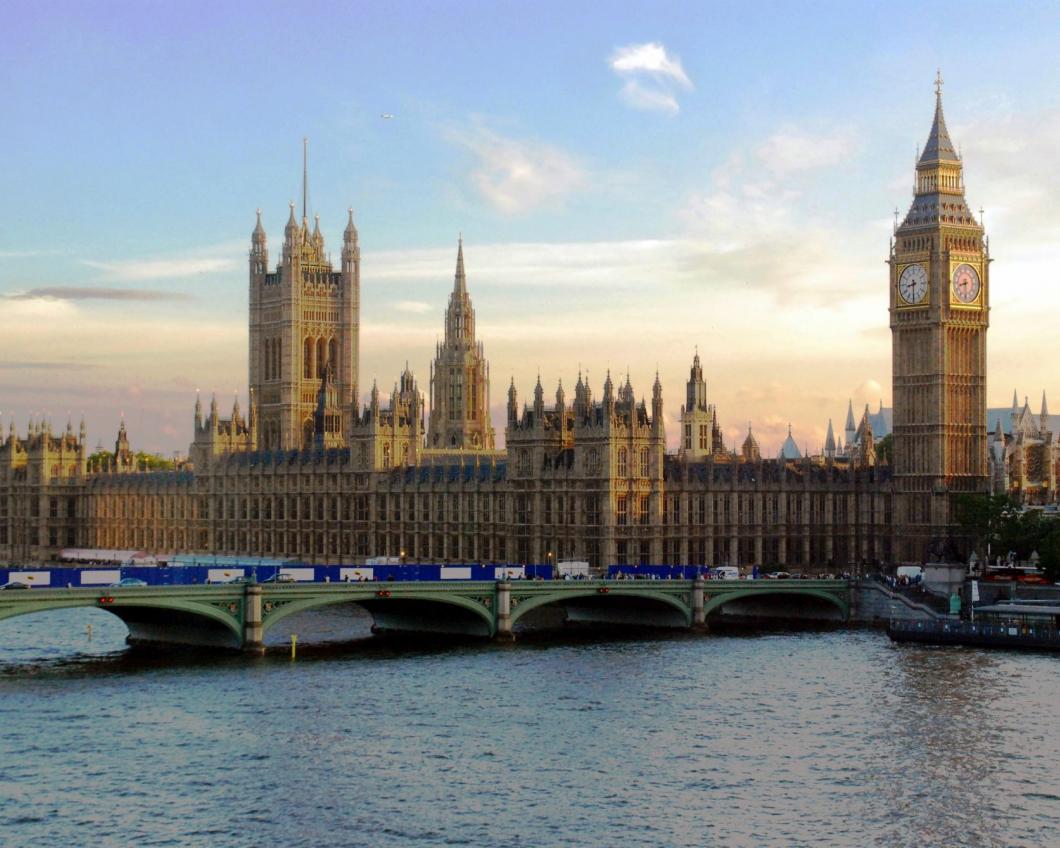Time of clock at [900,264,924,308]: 8:30
